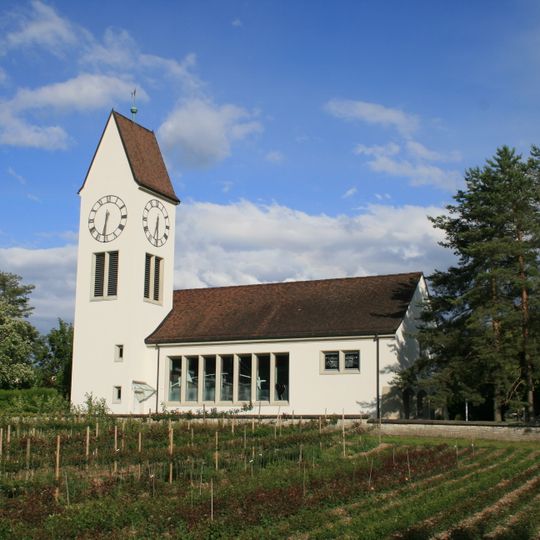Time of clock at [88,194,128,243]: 6:31
